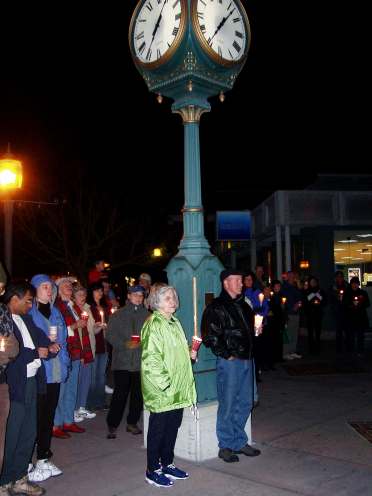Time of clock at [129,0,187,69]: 7:04
